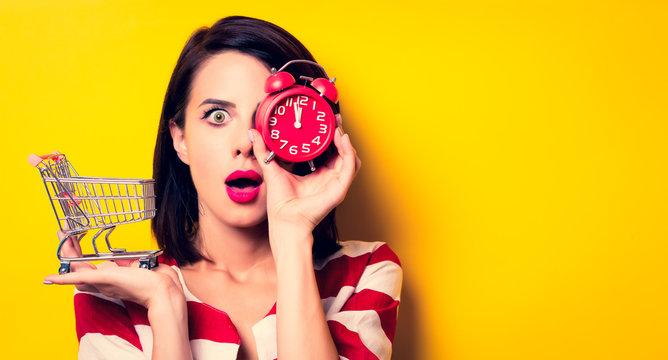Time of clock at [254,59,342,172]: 11:57
